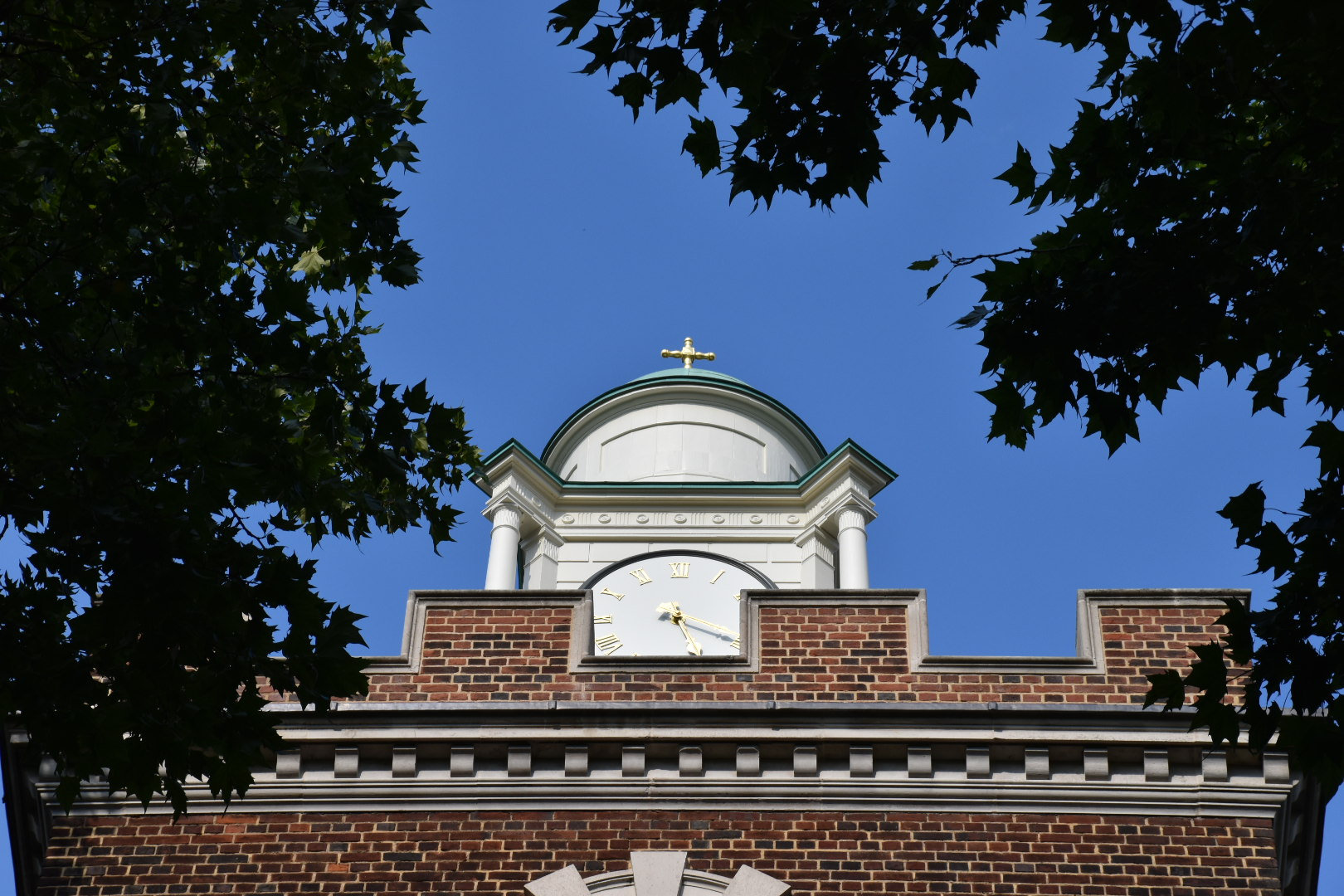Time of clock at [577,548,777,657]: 5:19
